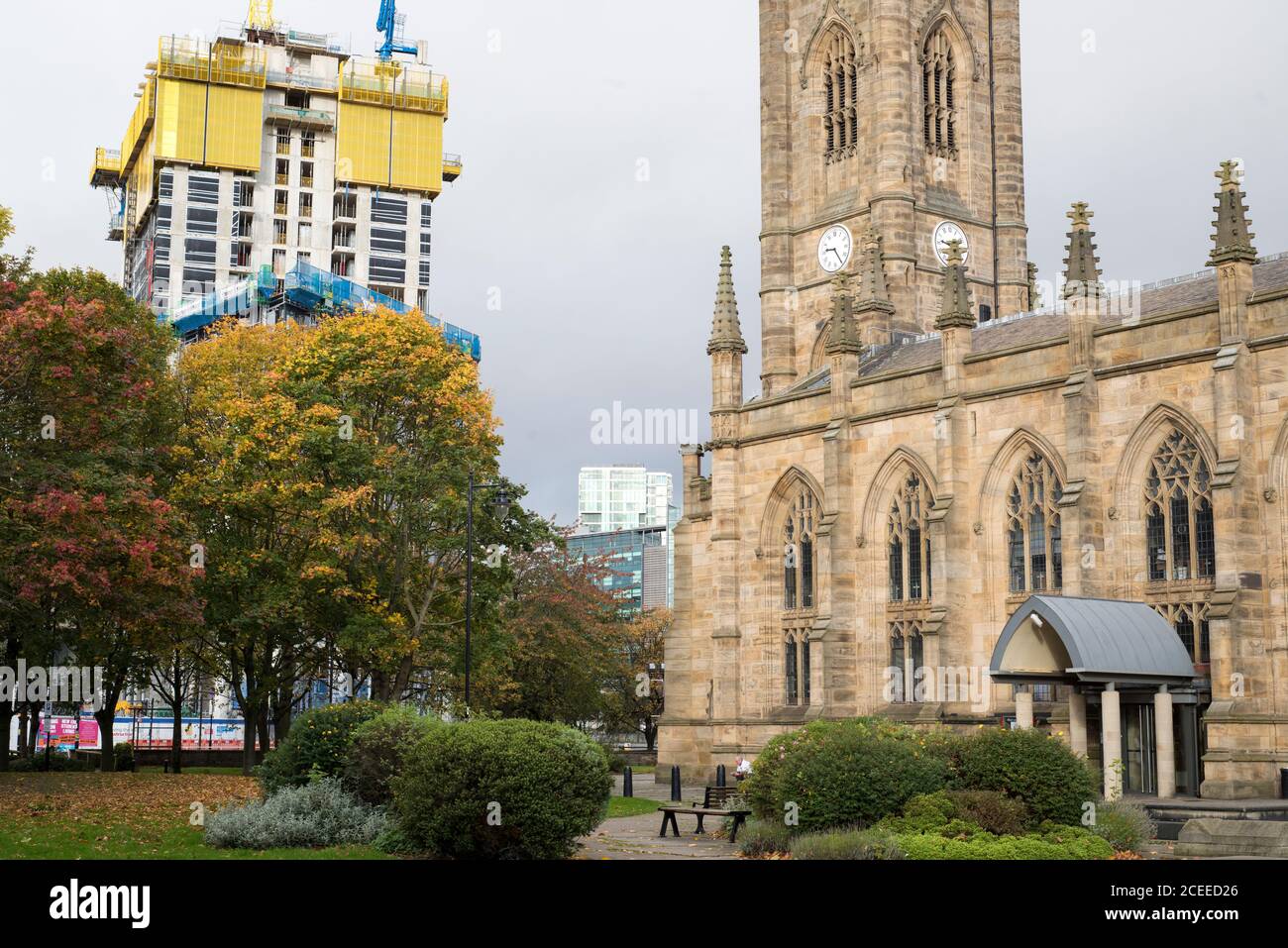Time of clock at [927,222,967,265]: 9:12
